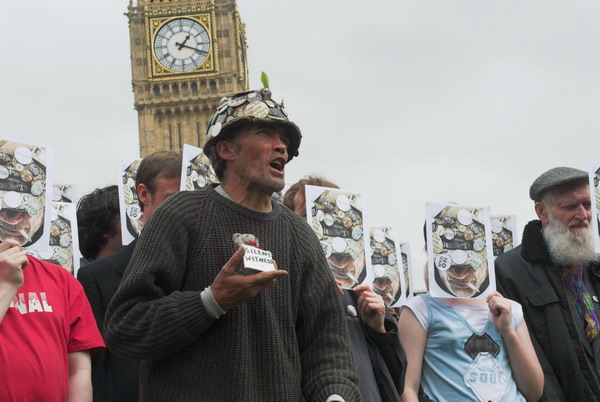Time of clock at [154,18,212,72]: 1:18
